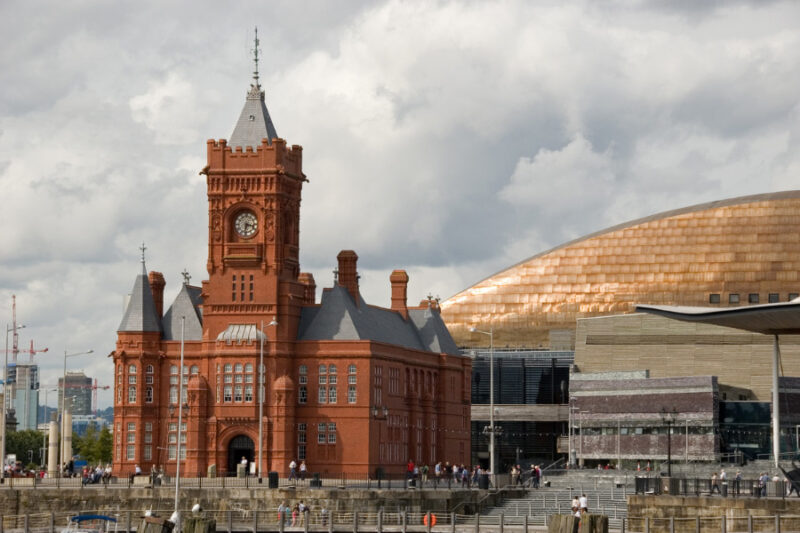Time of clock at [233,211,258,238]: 3:32
